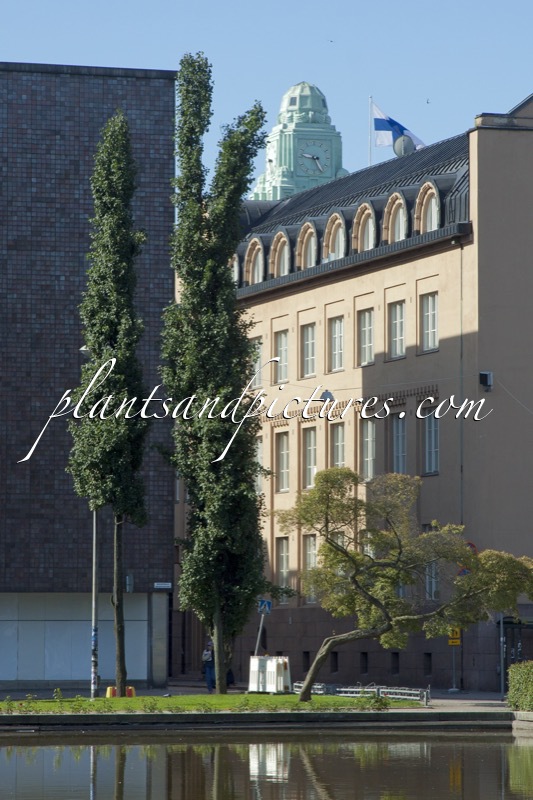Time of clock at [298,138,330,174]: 9:25
